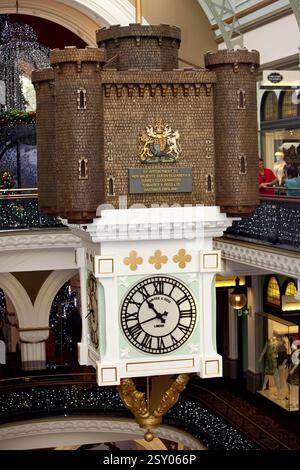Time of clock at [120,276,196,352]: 10:41
